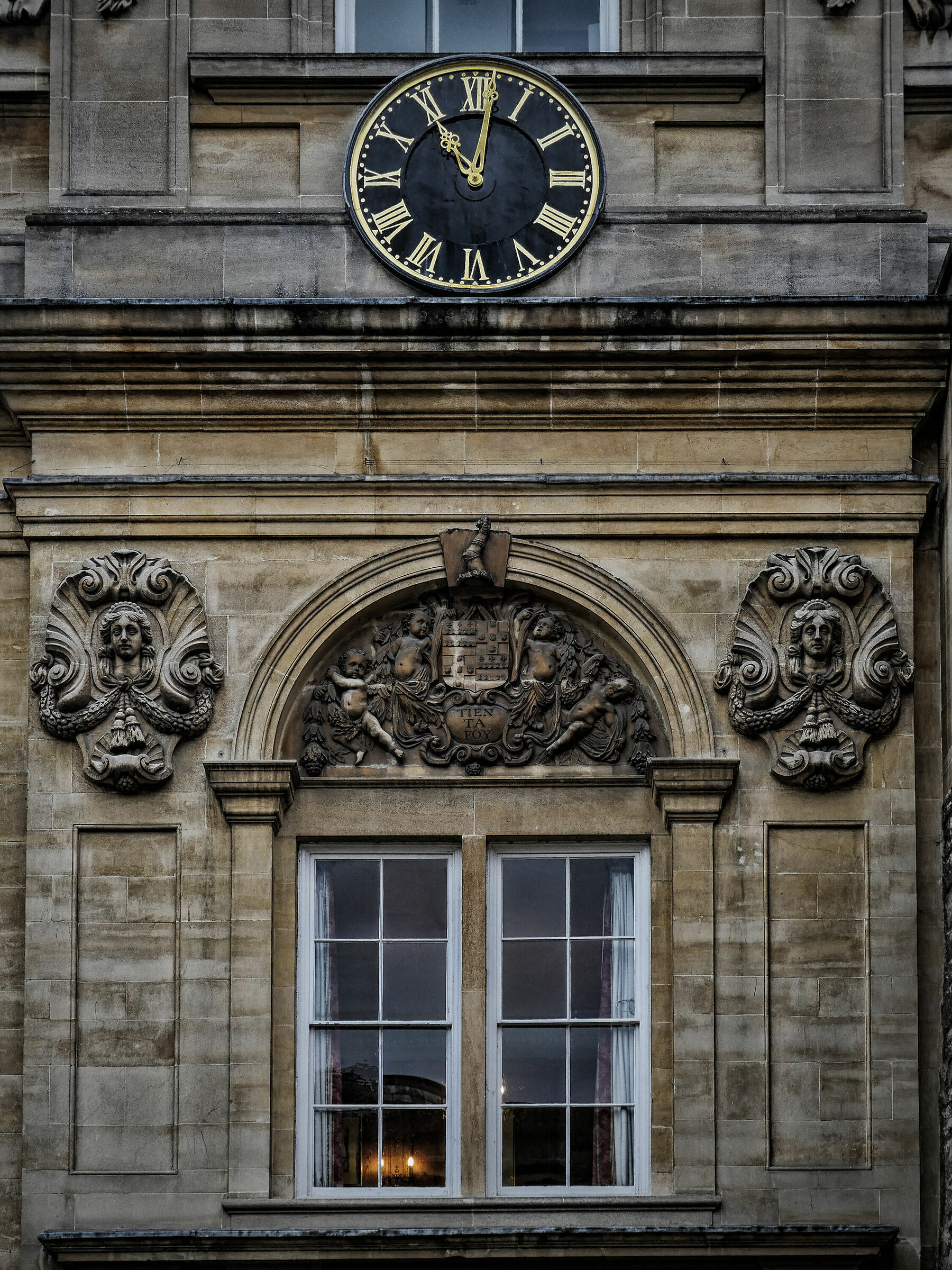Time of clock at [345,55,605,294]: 11:02
